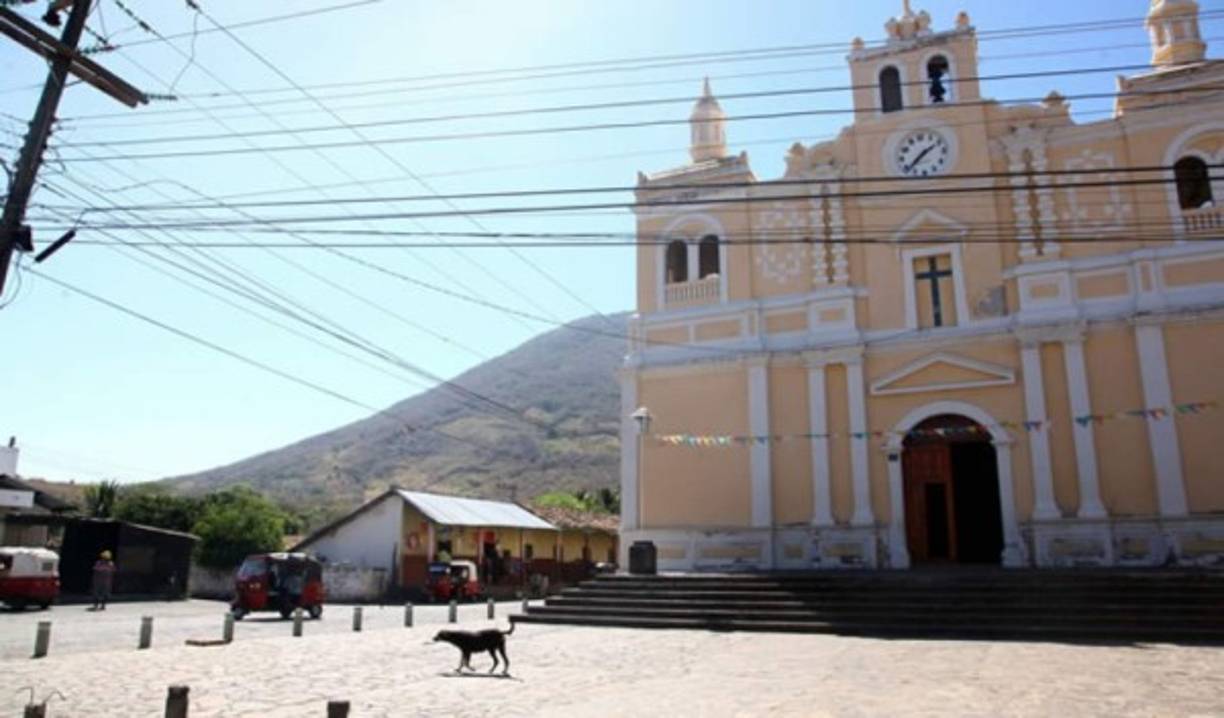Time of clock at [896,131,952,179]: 1:37
